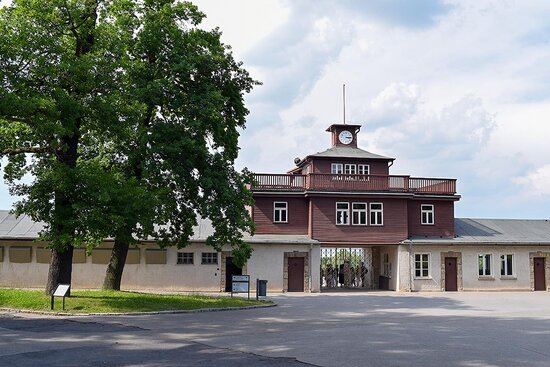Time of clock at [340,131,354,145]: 3:14
